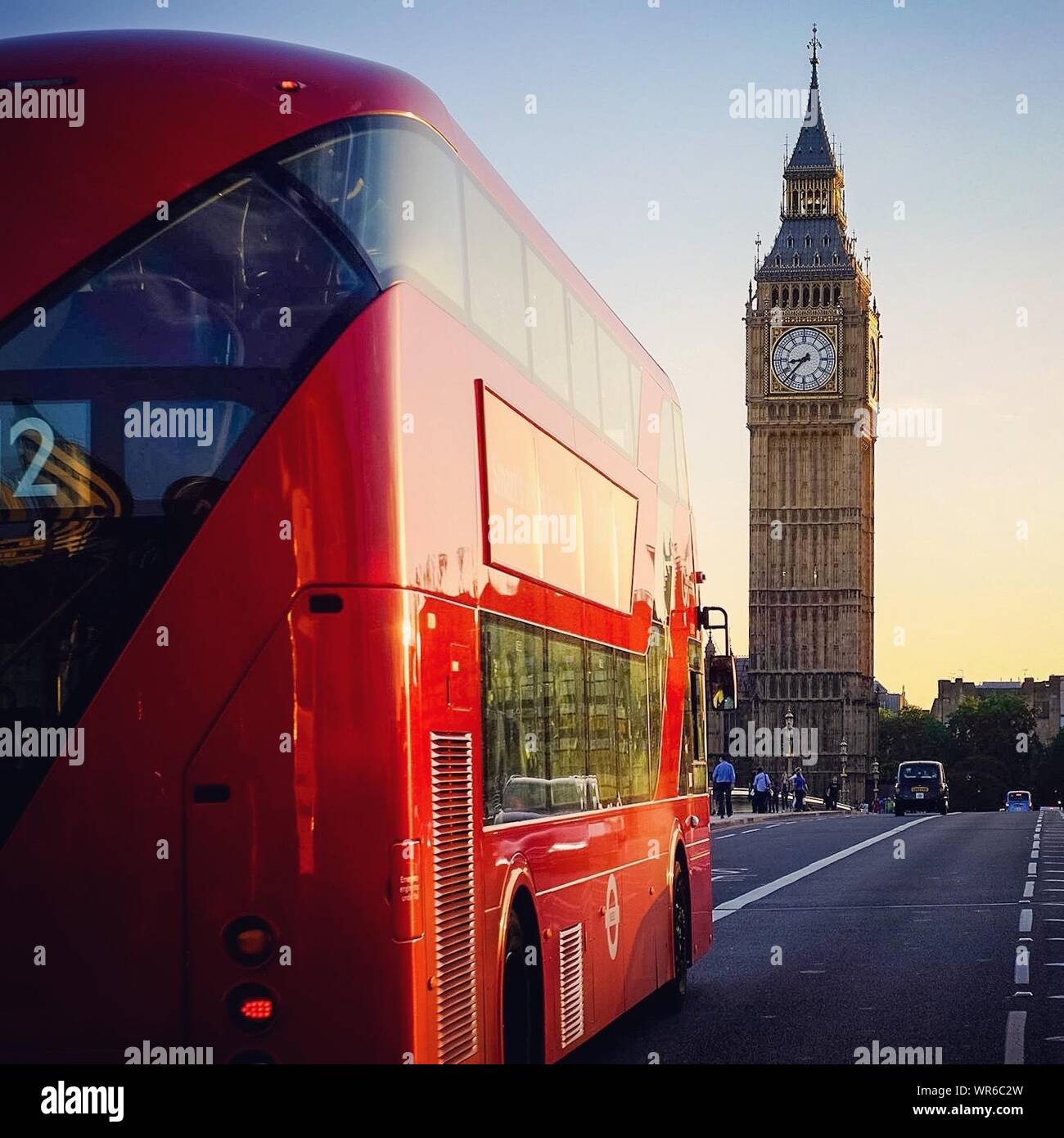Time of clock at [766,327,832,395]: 8:37
